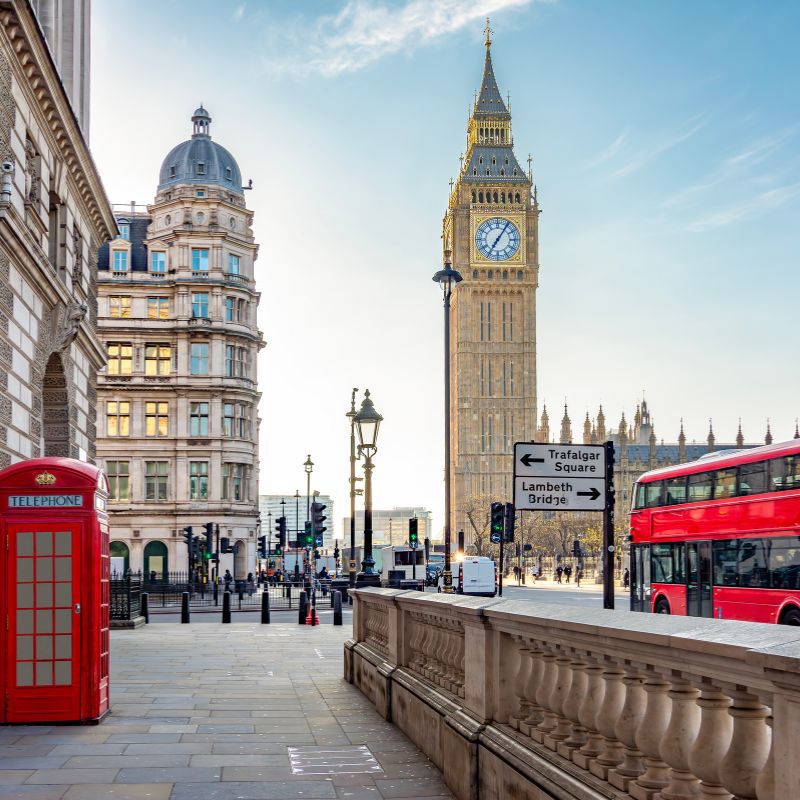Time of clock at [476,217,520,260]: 7:05
